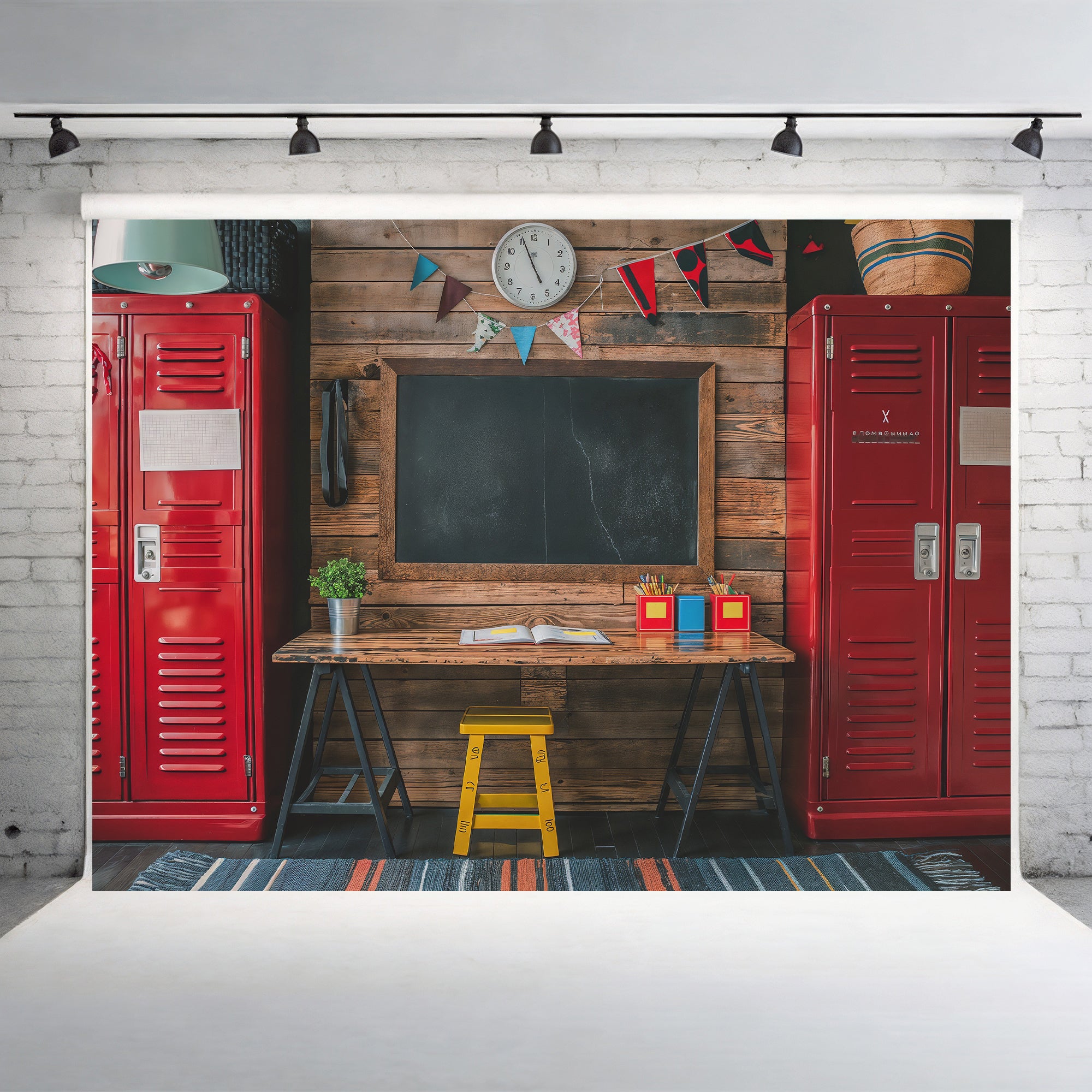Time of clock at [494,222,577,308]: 4:55
